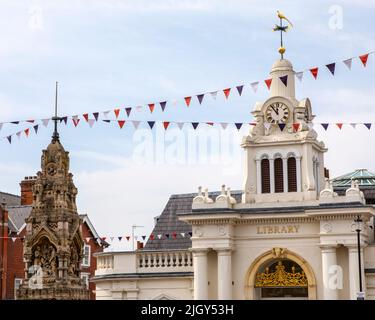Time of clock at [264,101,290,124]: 11:53
